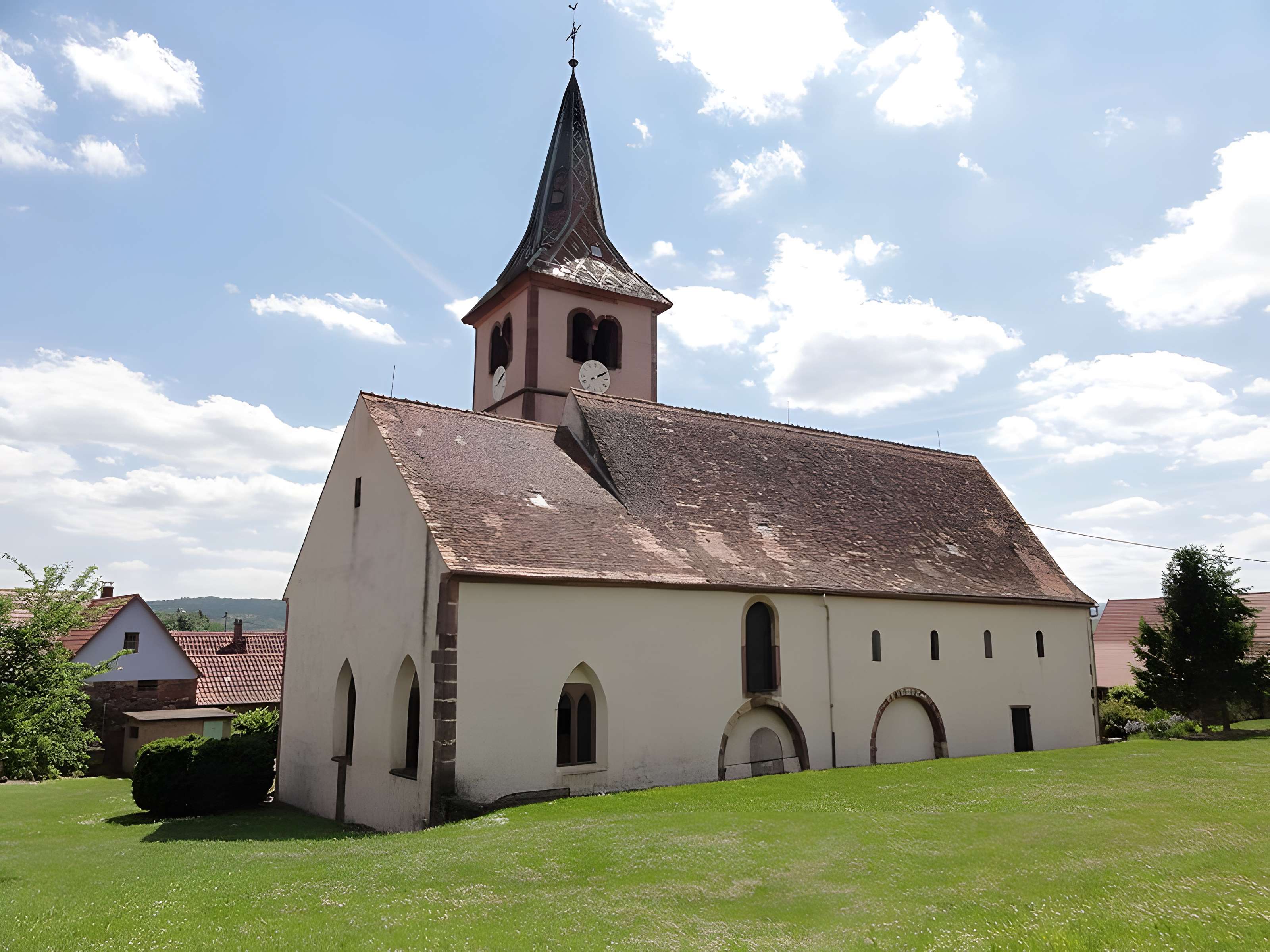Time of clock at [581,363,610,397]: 2:10
